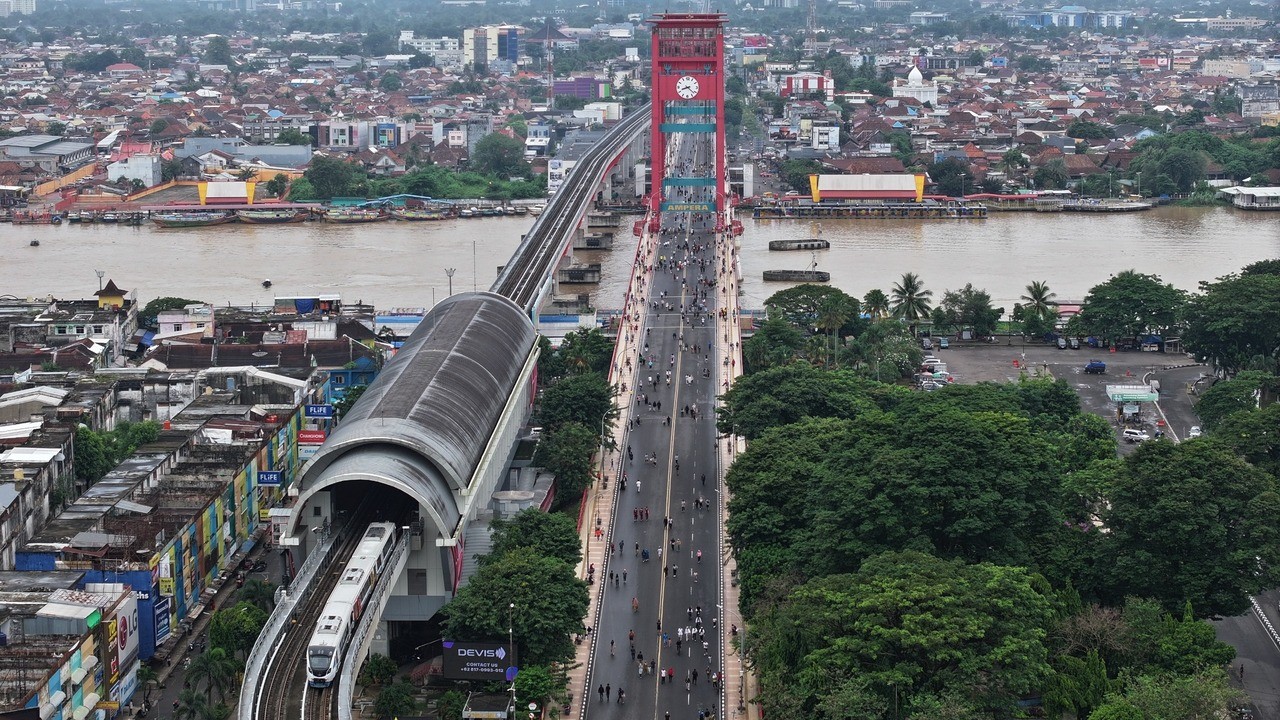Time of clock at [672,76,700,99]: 8:21
